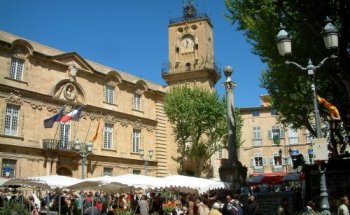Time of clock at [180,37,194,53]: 11:32
